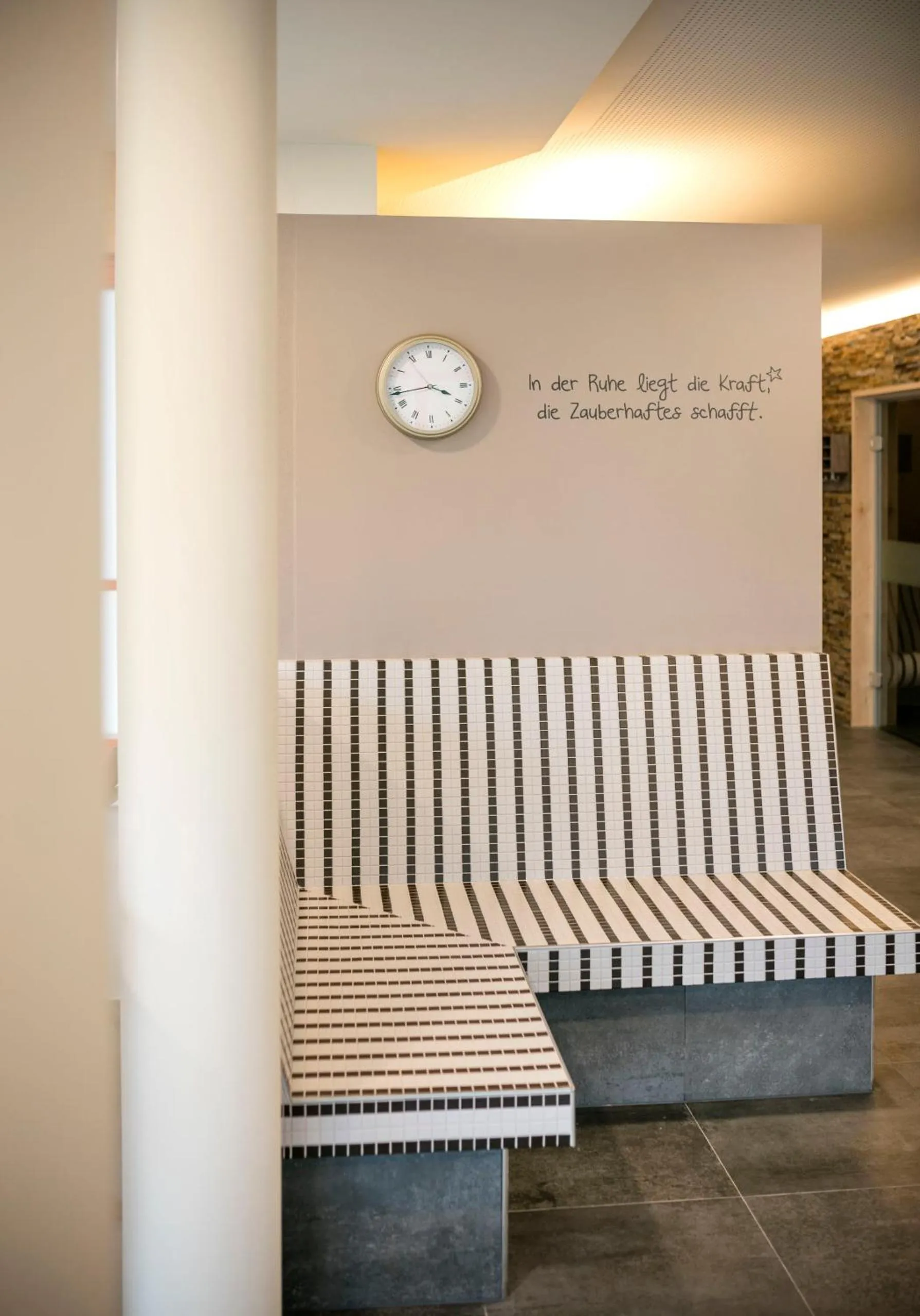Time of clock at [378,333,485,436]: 3:43
